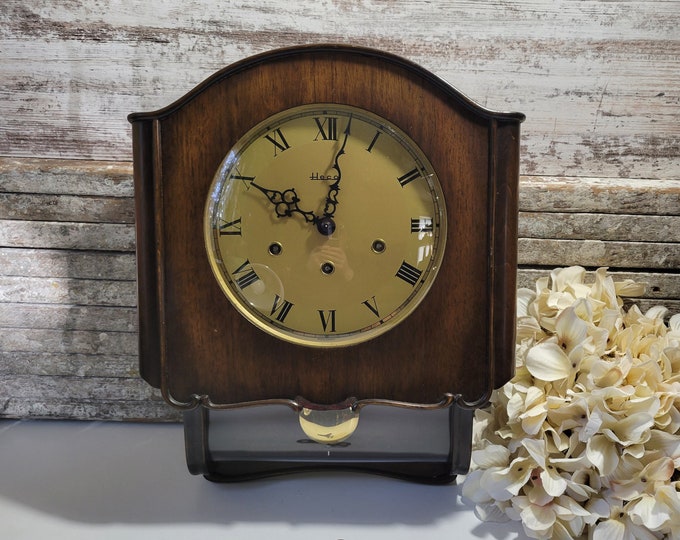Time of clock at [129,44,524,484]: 10:01
